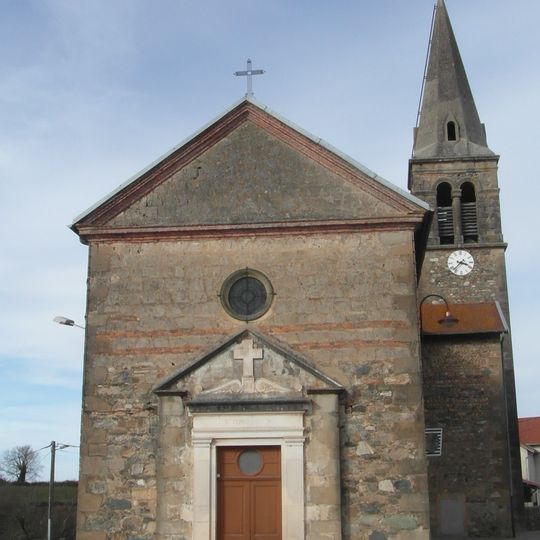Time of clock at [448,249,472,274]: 3:37
